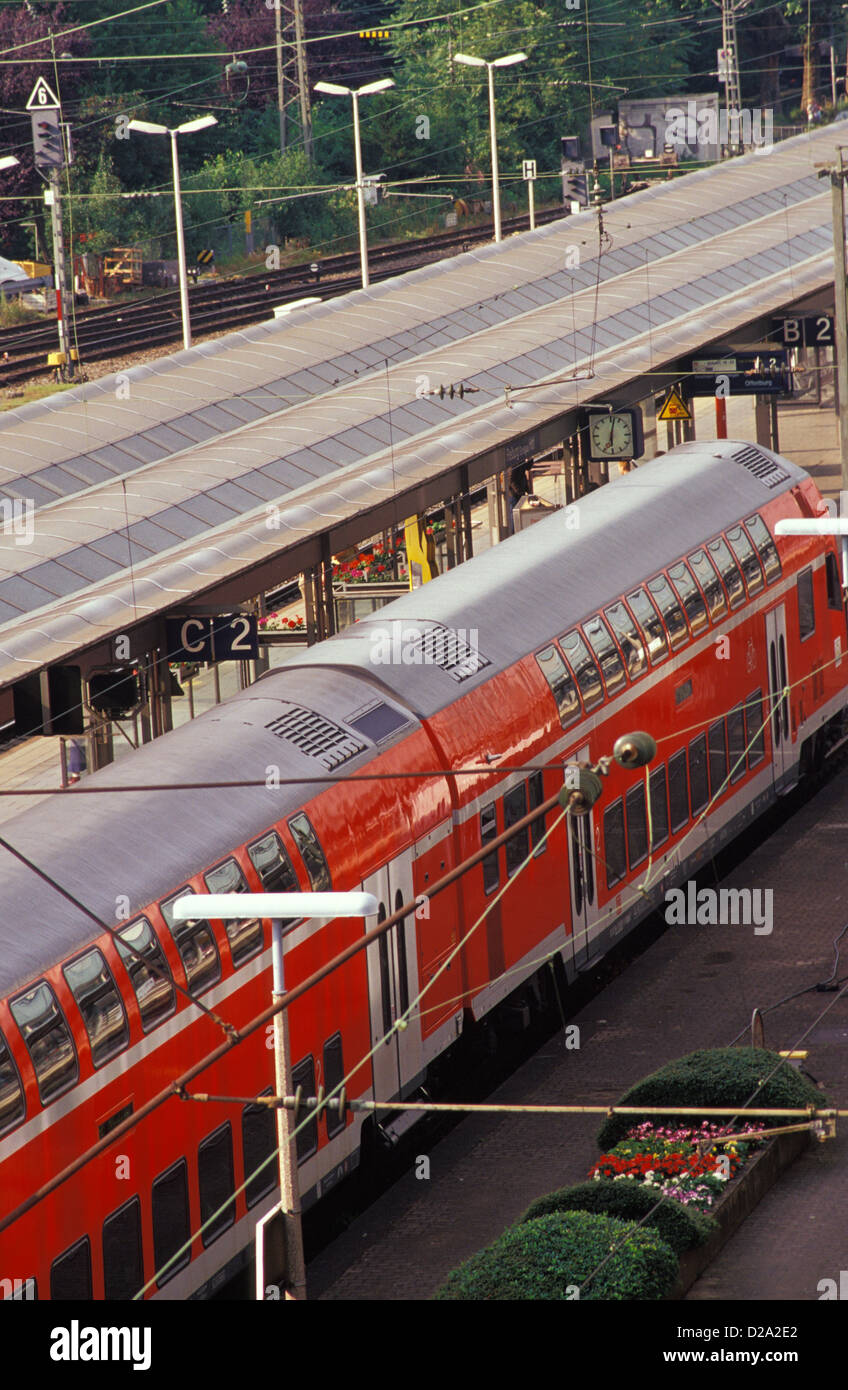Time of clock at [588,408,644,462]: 6:02
